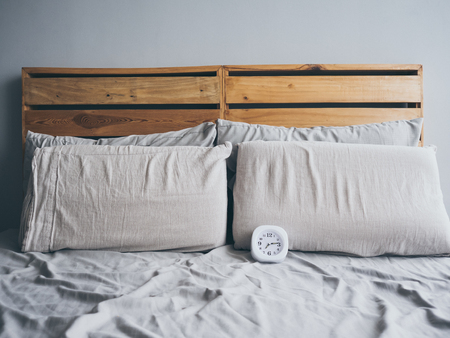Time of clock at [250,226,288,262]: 7:13
